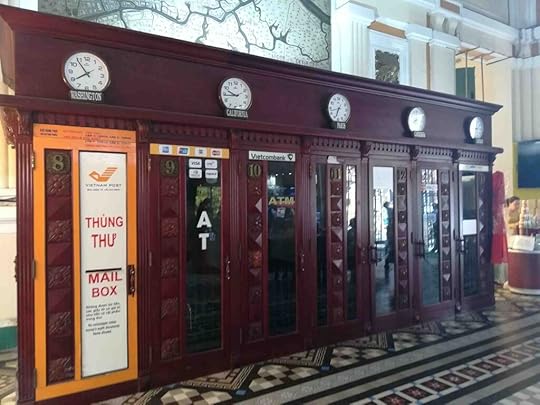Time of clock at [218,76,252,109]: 9:44
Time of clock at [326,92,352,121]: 6:42
